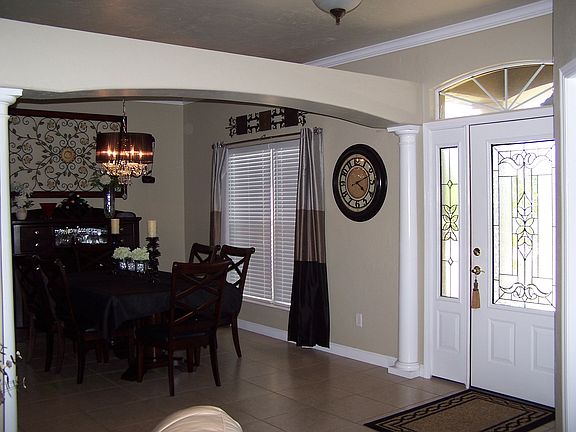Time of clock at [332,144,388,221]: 4:11
